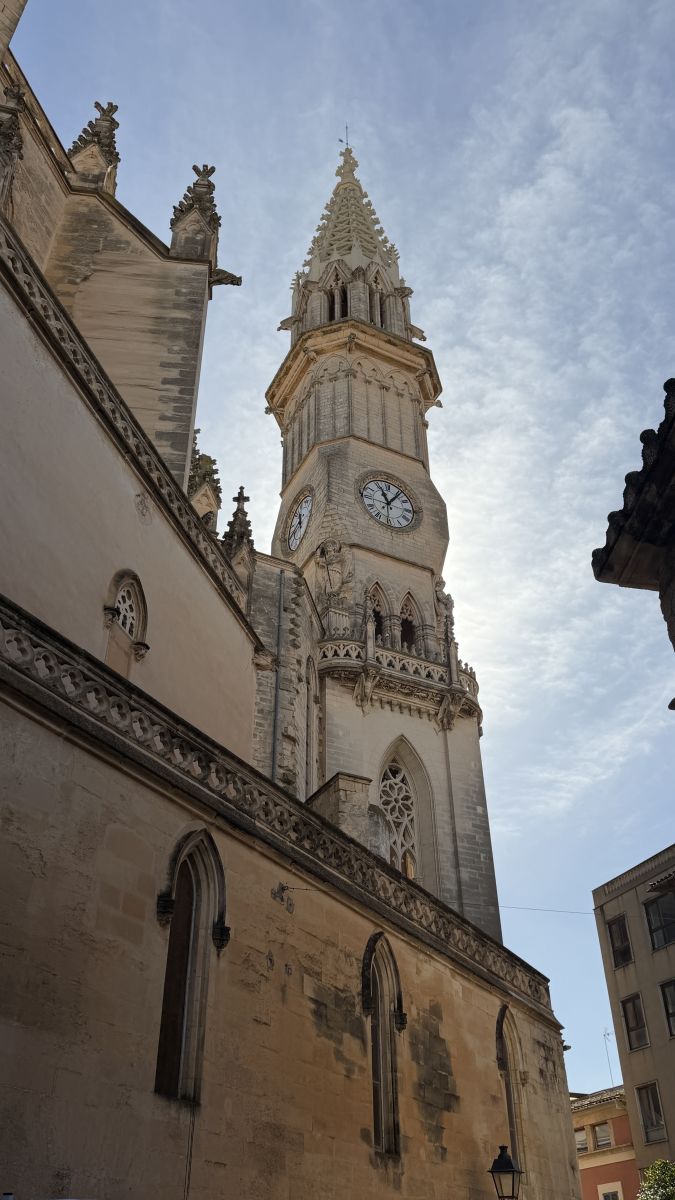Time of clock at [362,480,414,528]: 11:06
